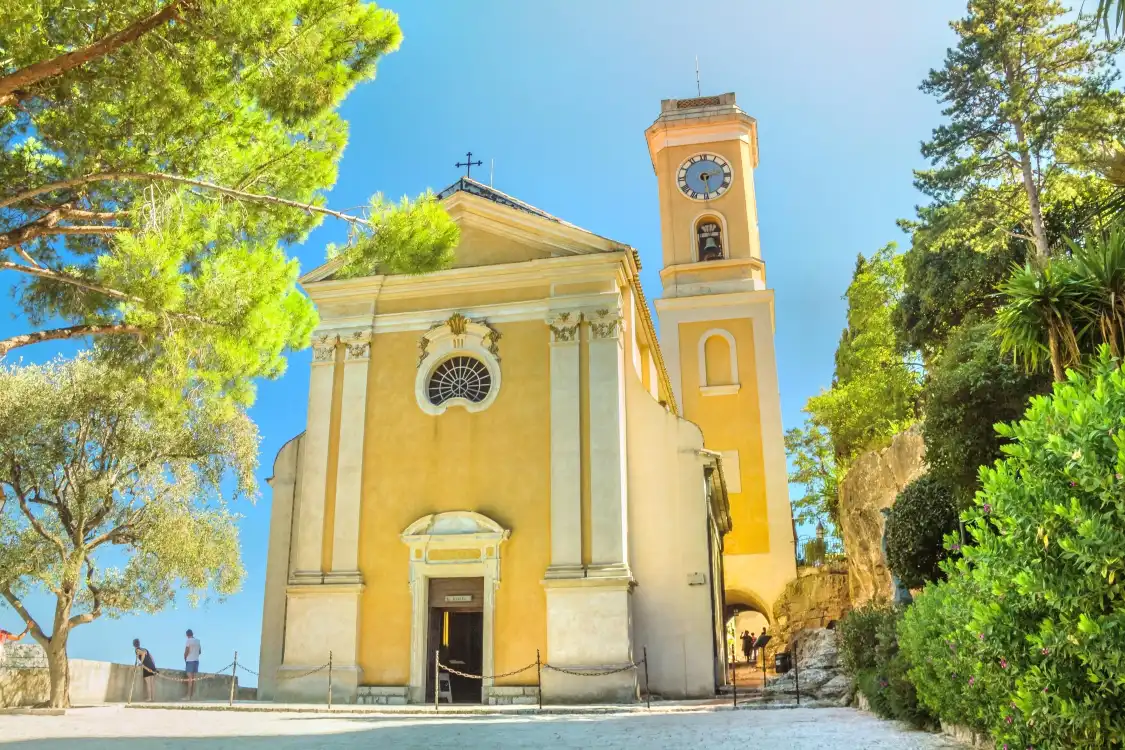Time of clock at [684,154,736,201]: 2:29
